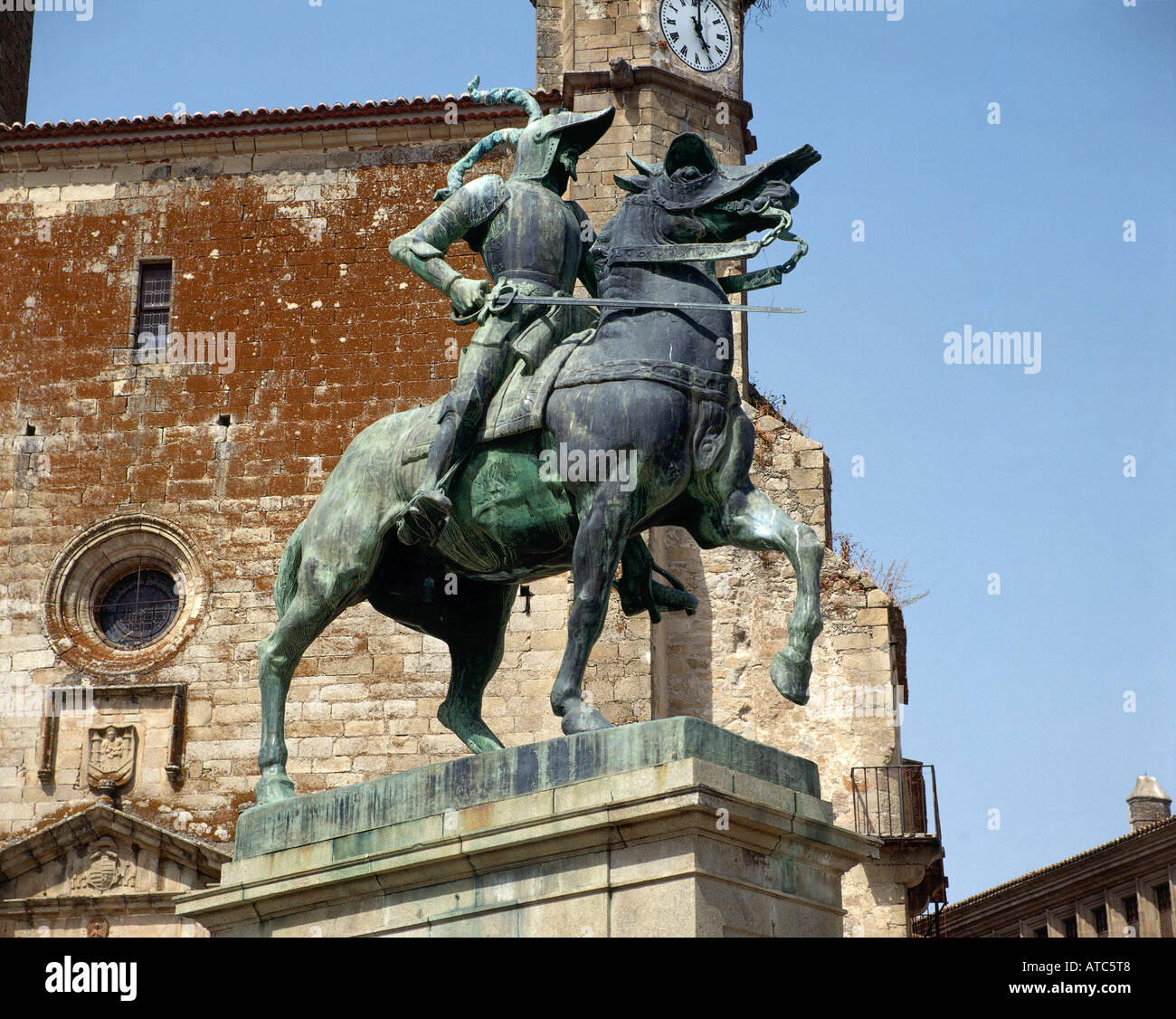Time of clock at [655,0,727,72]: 5:01
